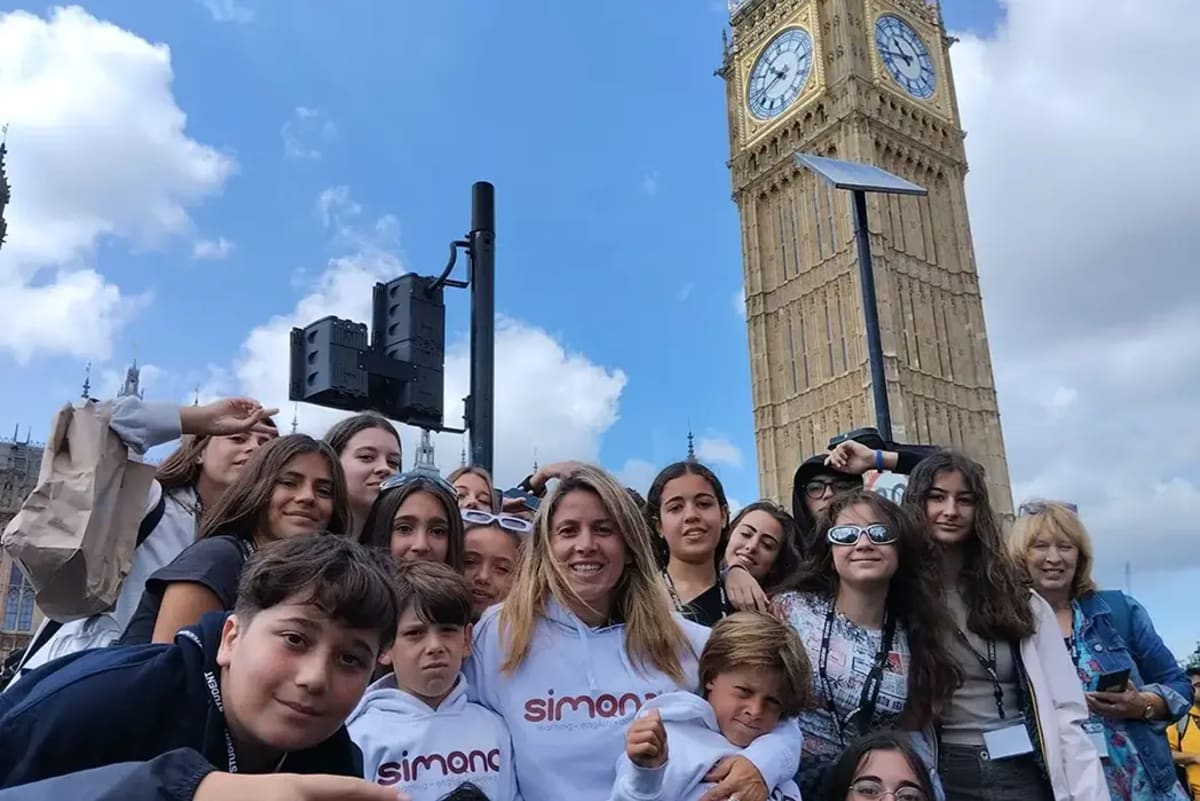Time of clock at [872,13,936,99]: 10:42
